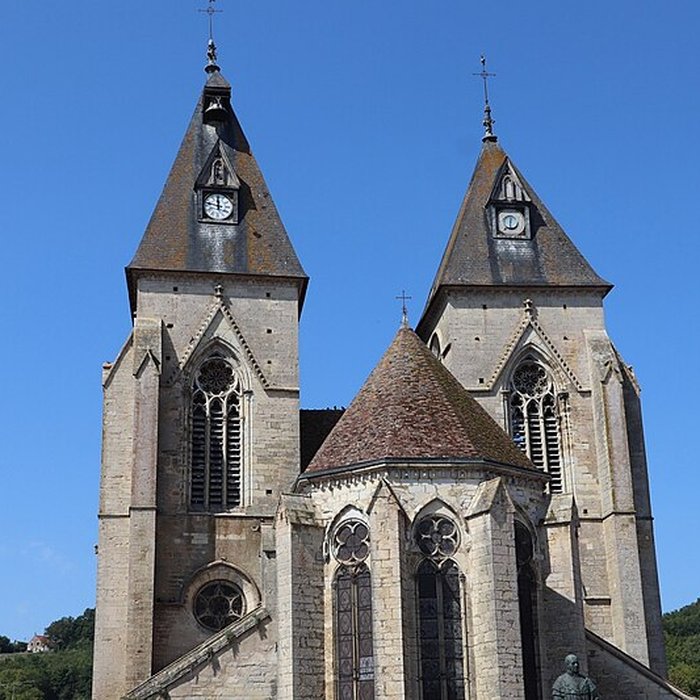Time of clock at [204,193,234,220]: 11:47
